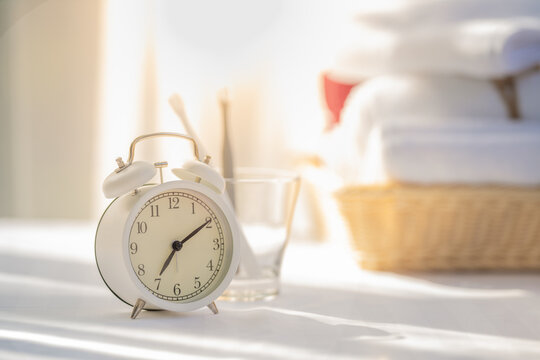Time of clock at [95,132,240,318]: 7:09
